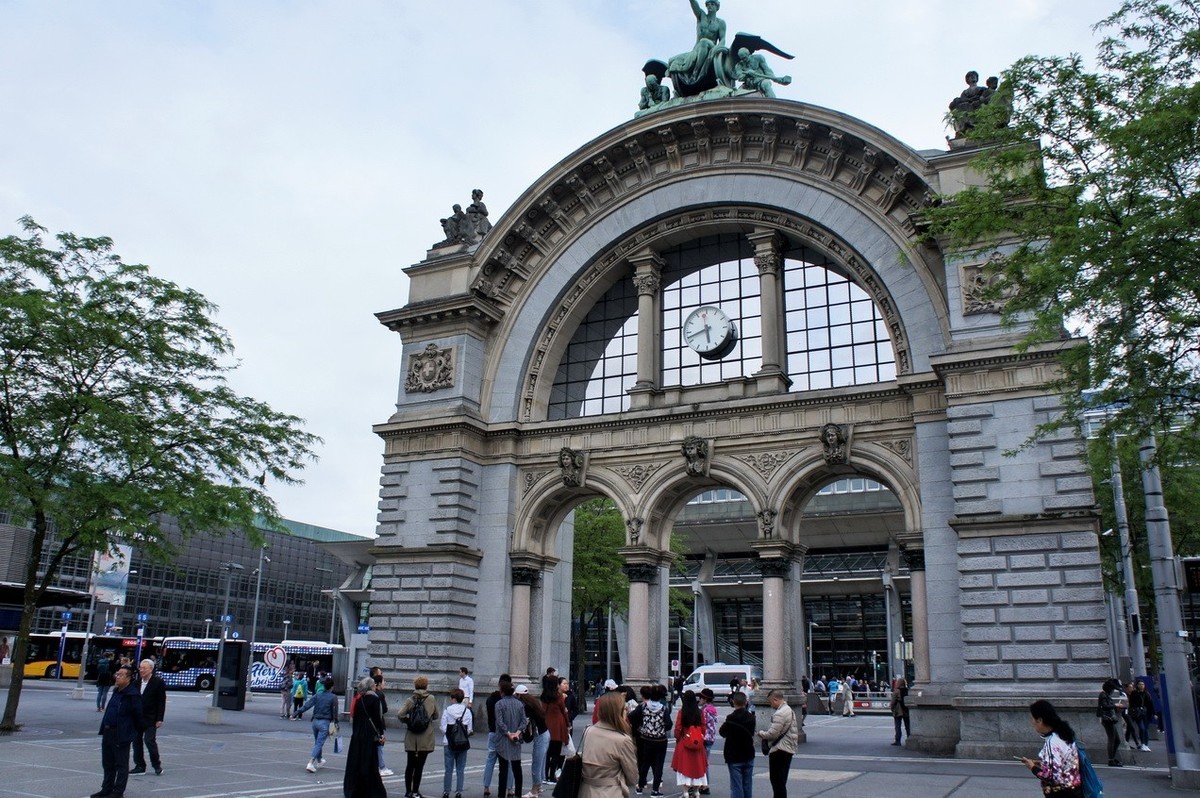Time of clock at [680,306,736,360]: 5:42
